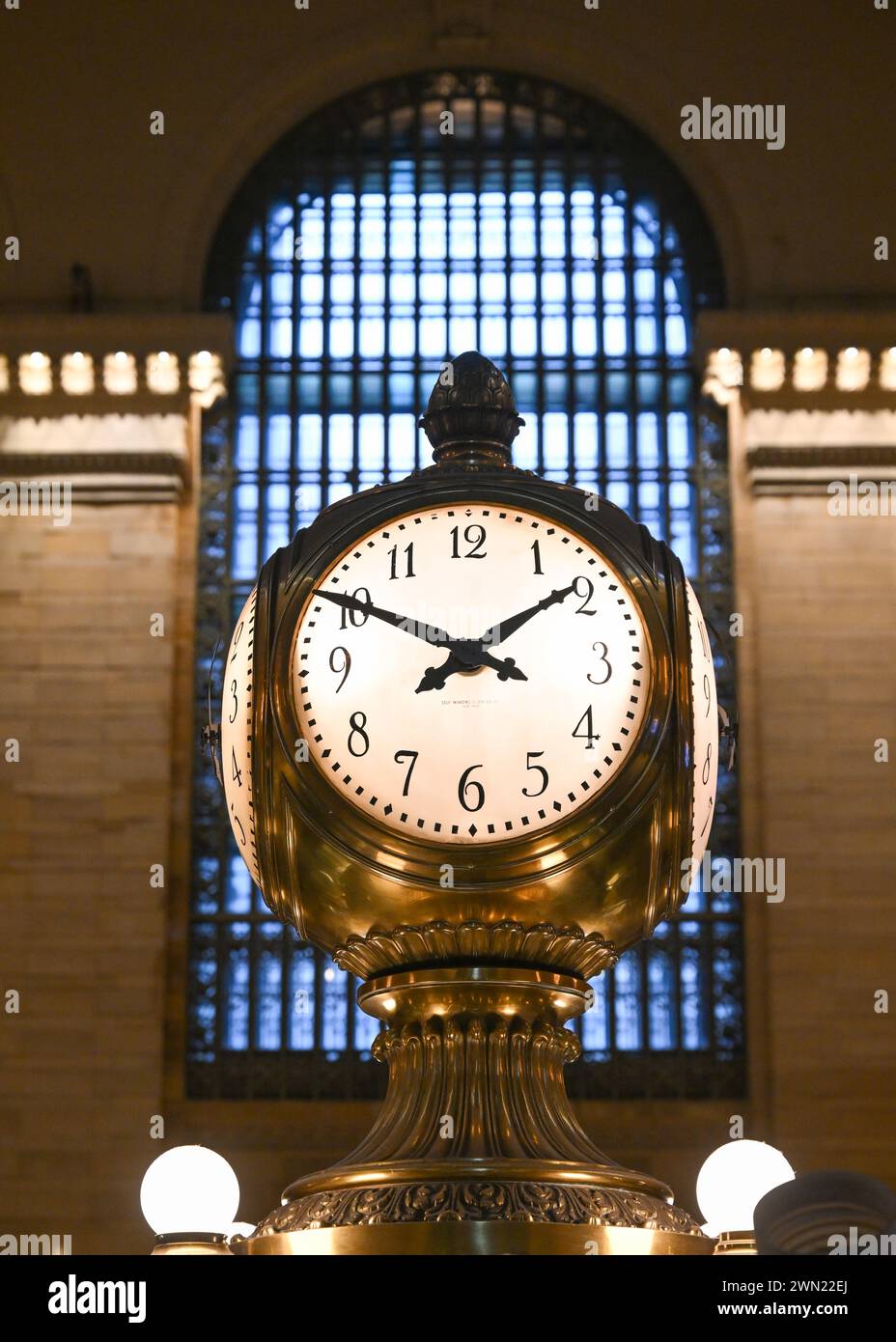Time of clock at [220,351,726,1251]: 1:50
